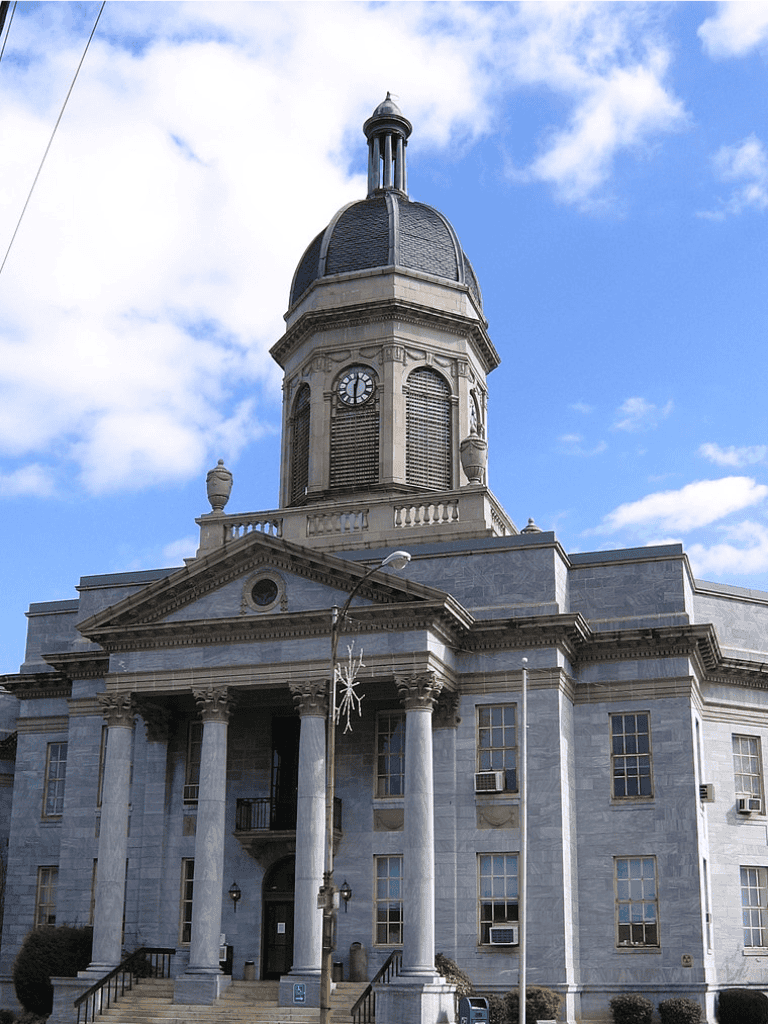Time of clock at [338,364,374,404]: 12:29
